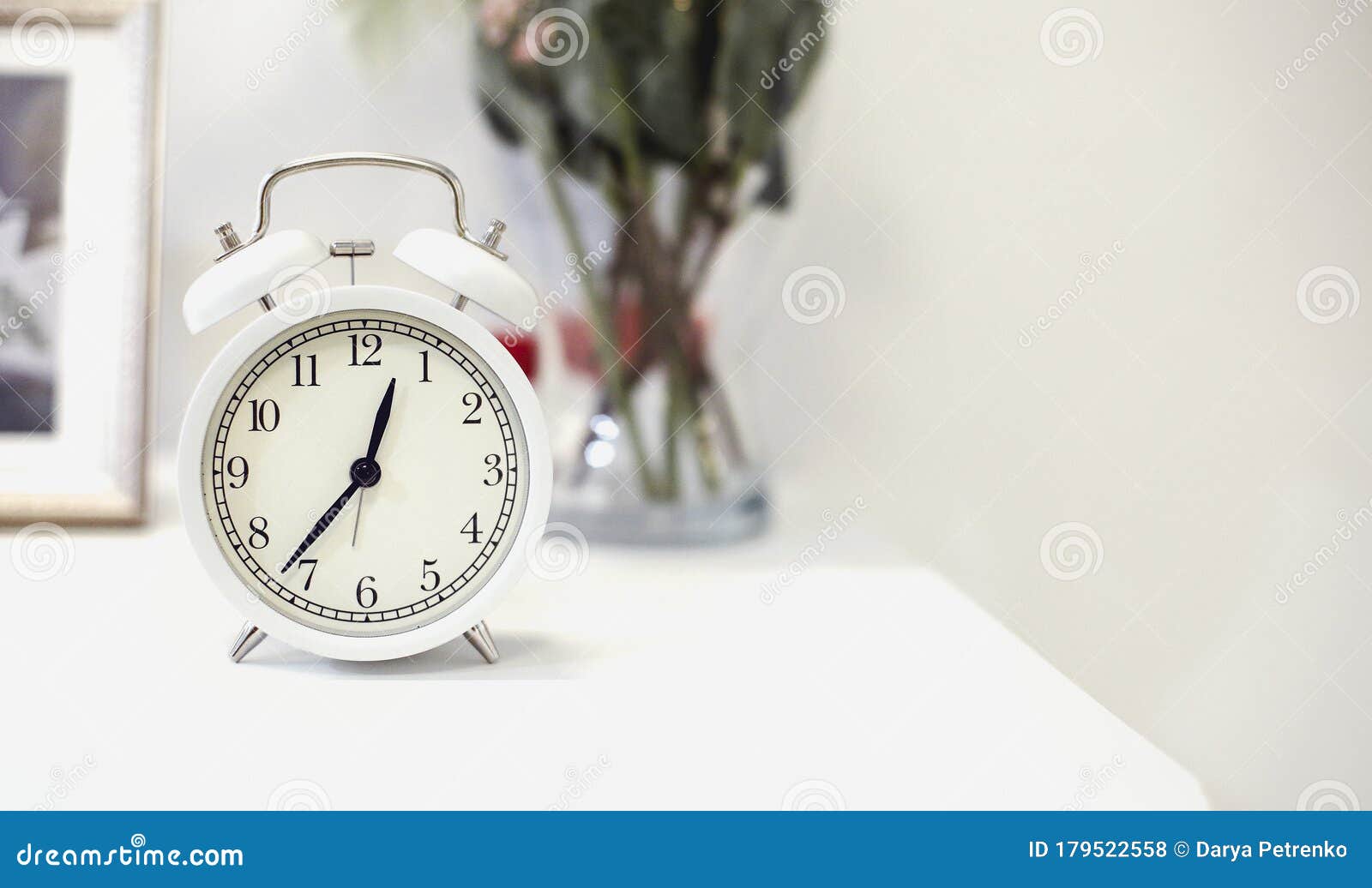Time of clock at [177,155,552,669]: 12:36
